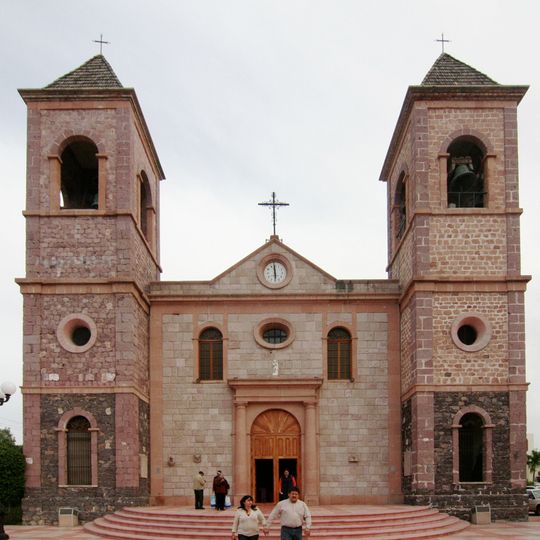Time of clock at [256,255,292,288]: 5:59
